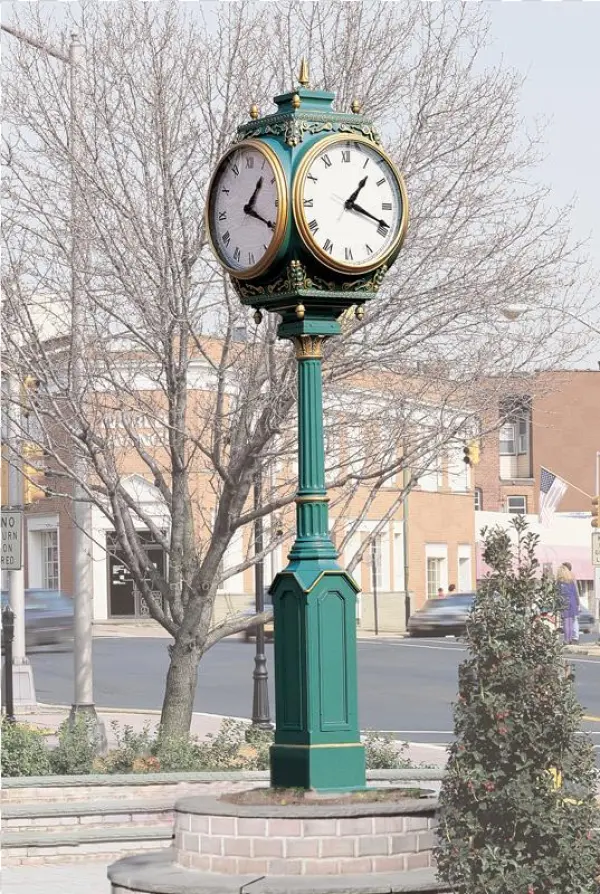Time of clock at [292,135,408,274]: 1:18
